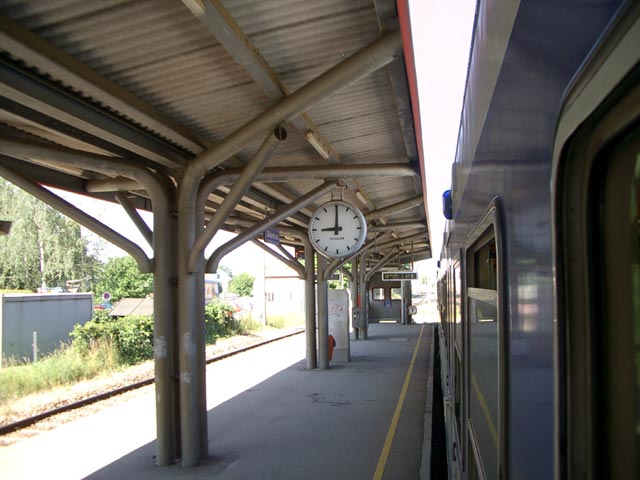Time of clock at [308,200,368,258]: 9:00
